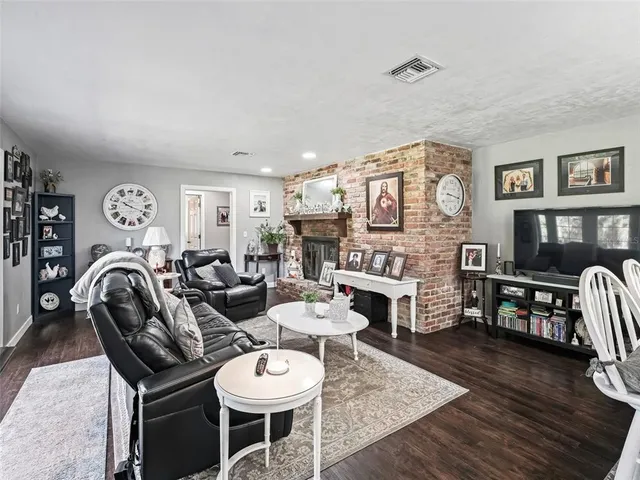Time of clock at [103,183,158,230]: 10:18
